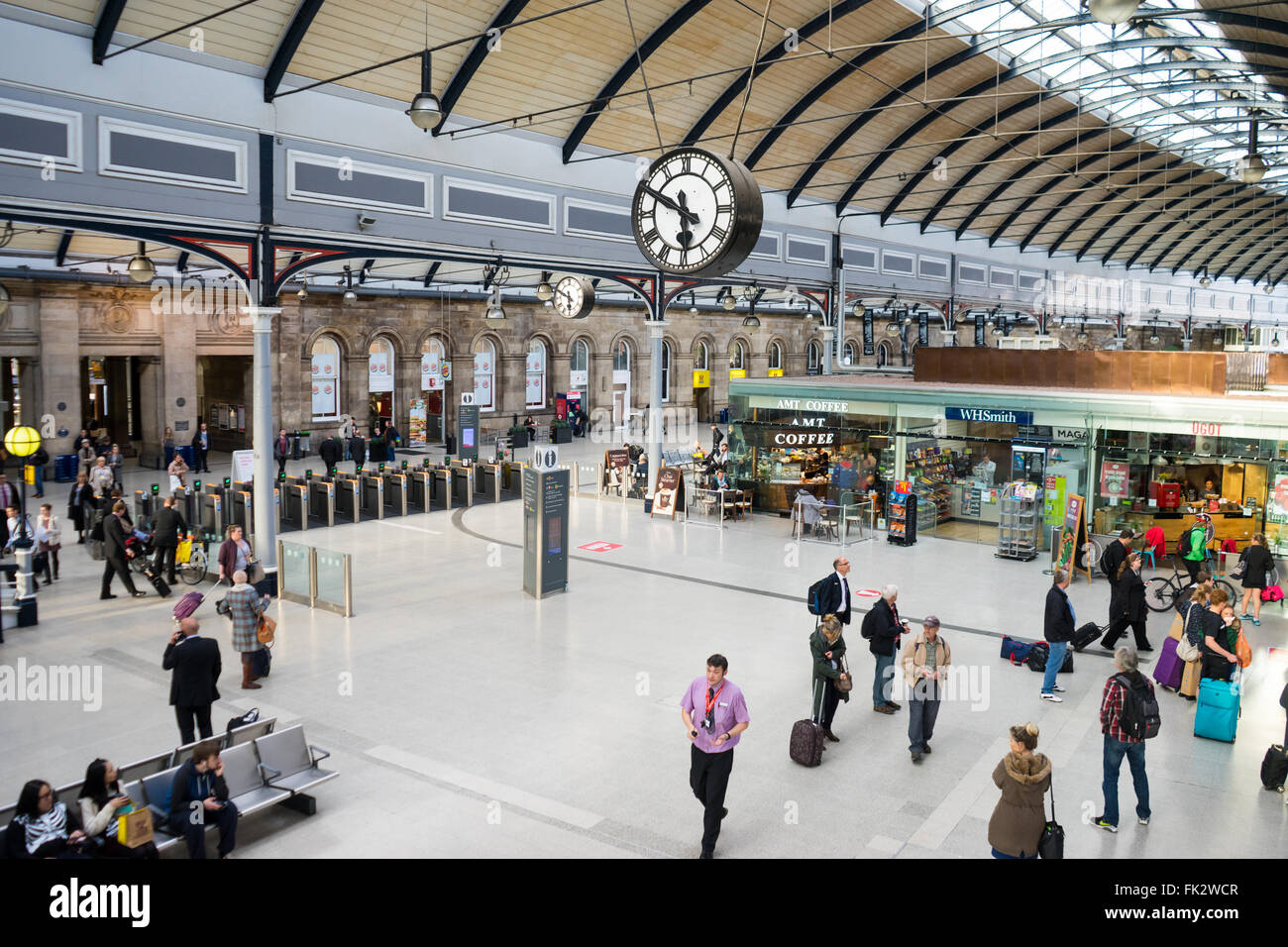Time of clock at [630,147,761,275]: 5:49
